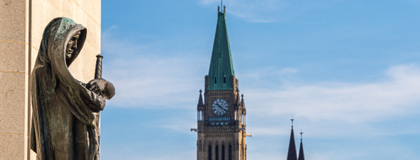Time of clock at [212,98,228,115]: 10:21
